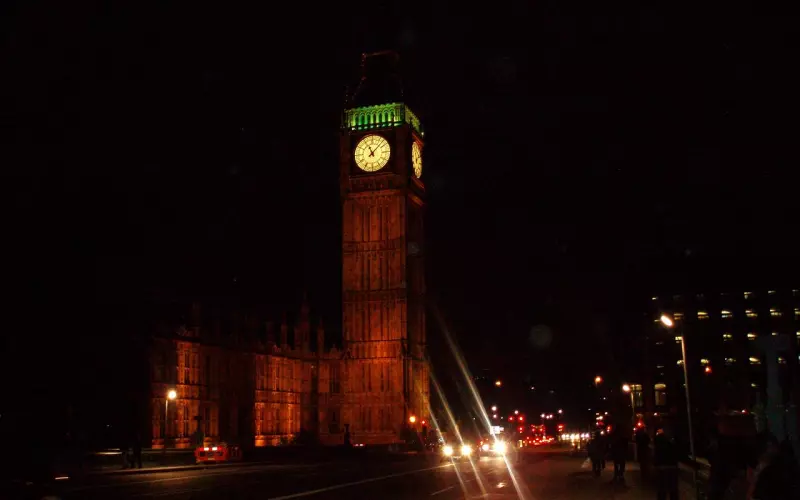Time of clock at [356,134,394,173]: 11:07
